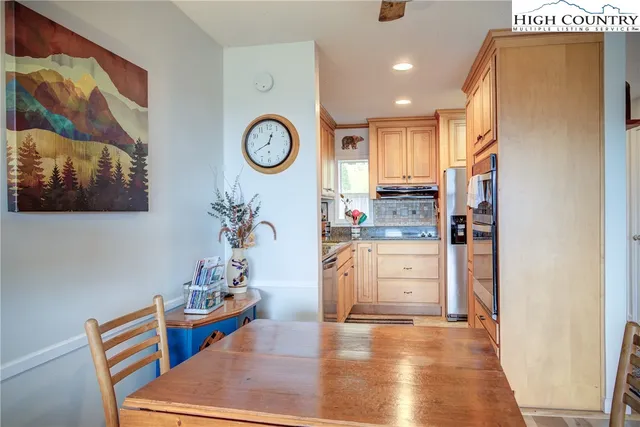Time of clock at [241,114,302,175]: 12:40
